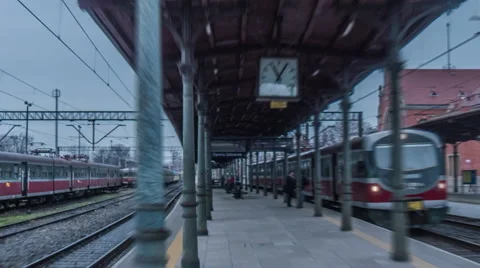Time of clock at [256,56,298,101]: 11:05
